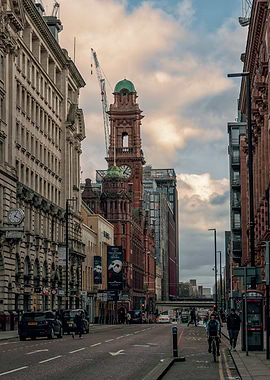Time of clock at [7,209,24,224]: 4:04
